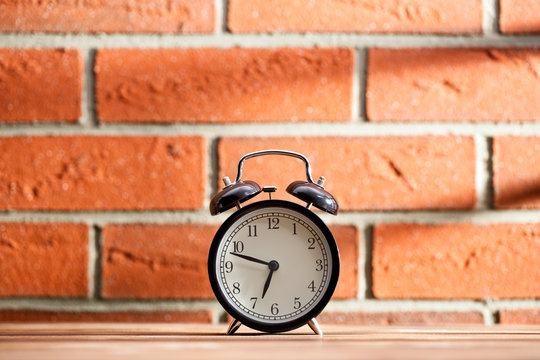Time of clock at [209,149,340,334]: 6:48
